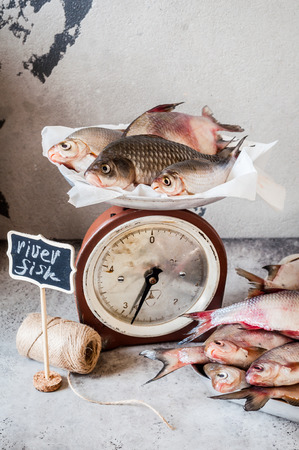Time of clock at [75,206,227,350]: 6:32
